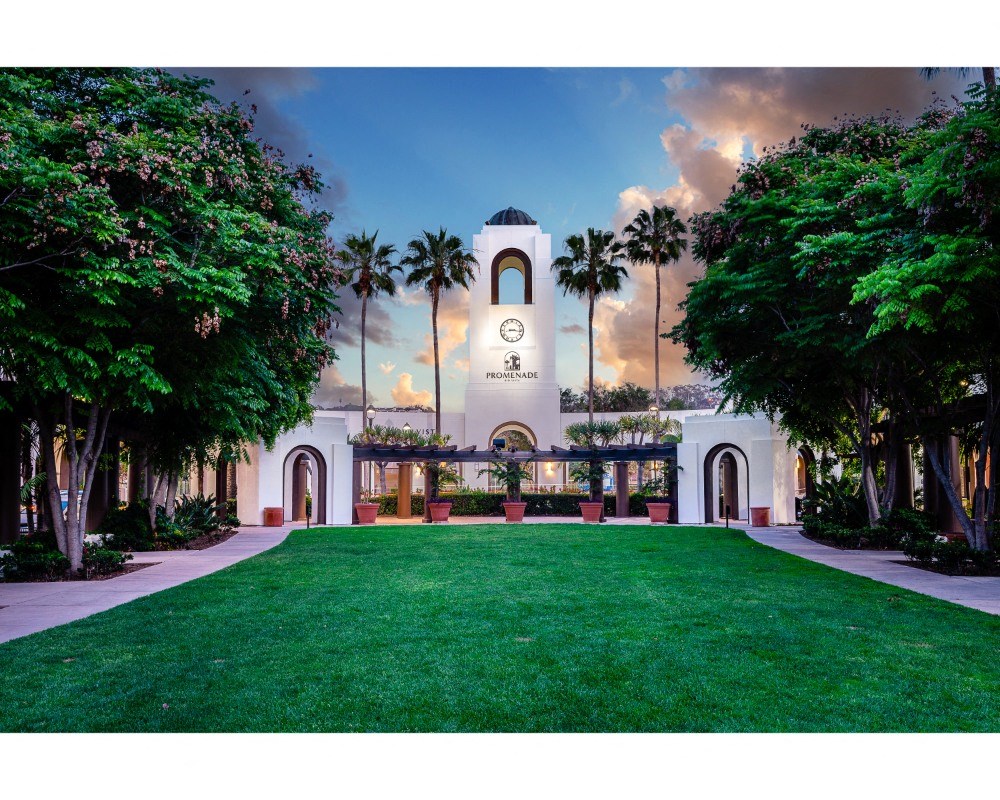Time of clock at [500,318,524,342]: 3:16
